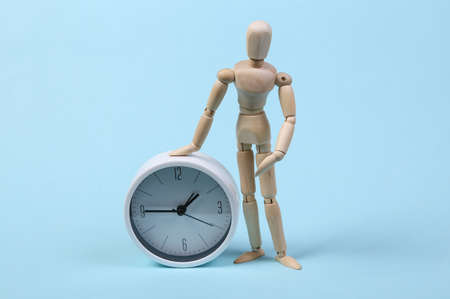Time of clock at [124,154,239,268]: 1:45
